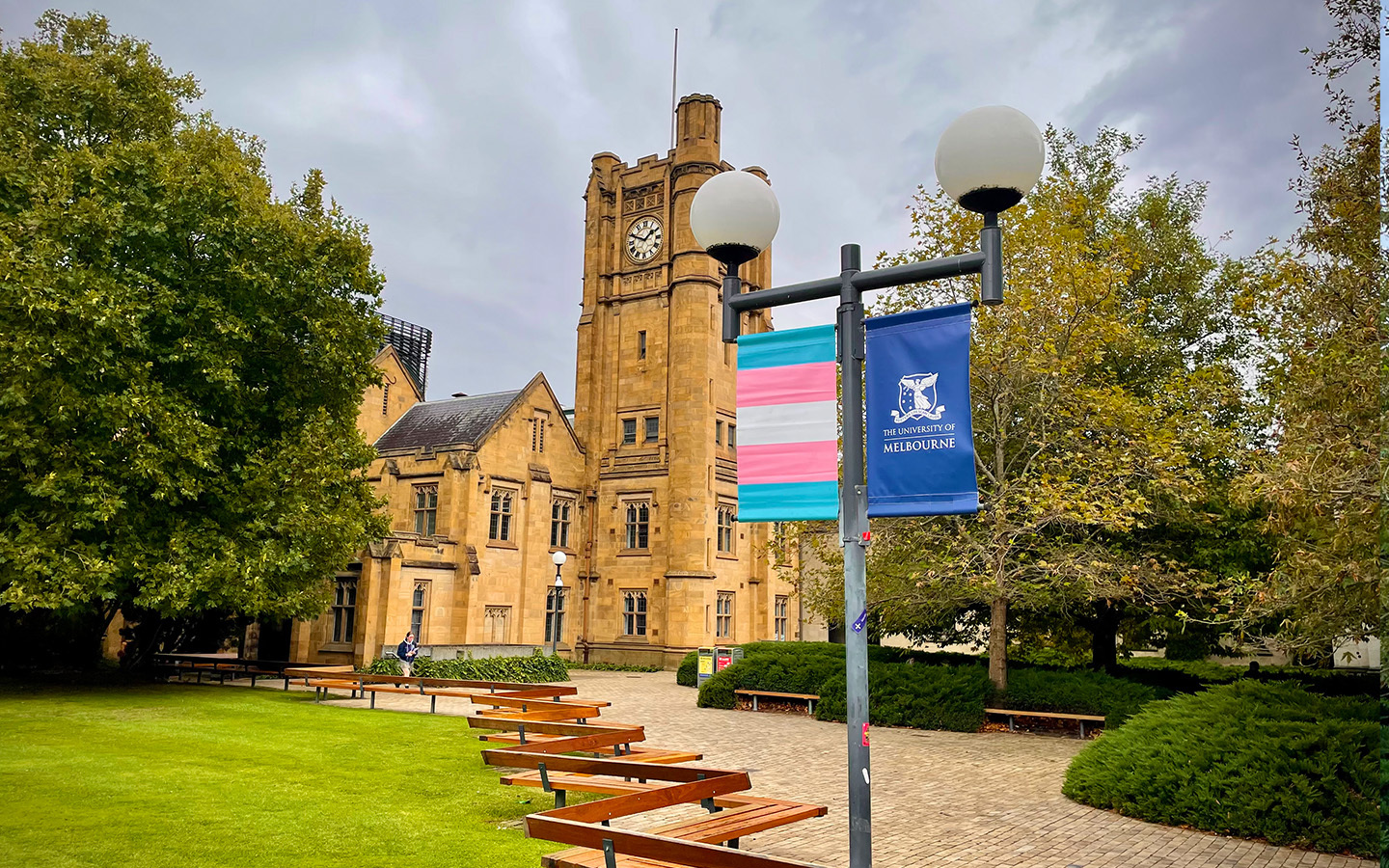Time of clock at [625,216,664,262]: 1:49
